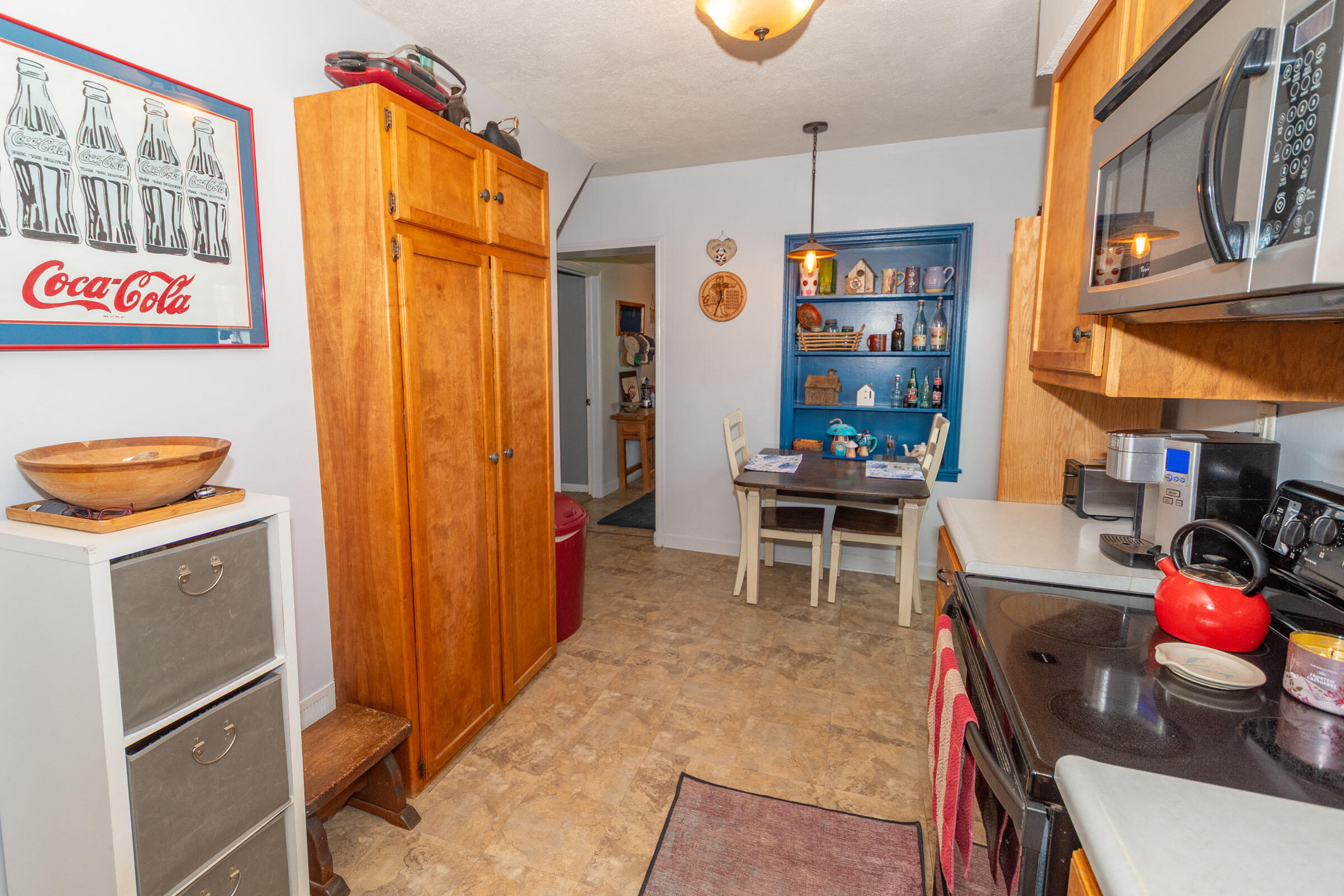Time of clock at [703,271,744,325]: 11:33
